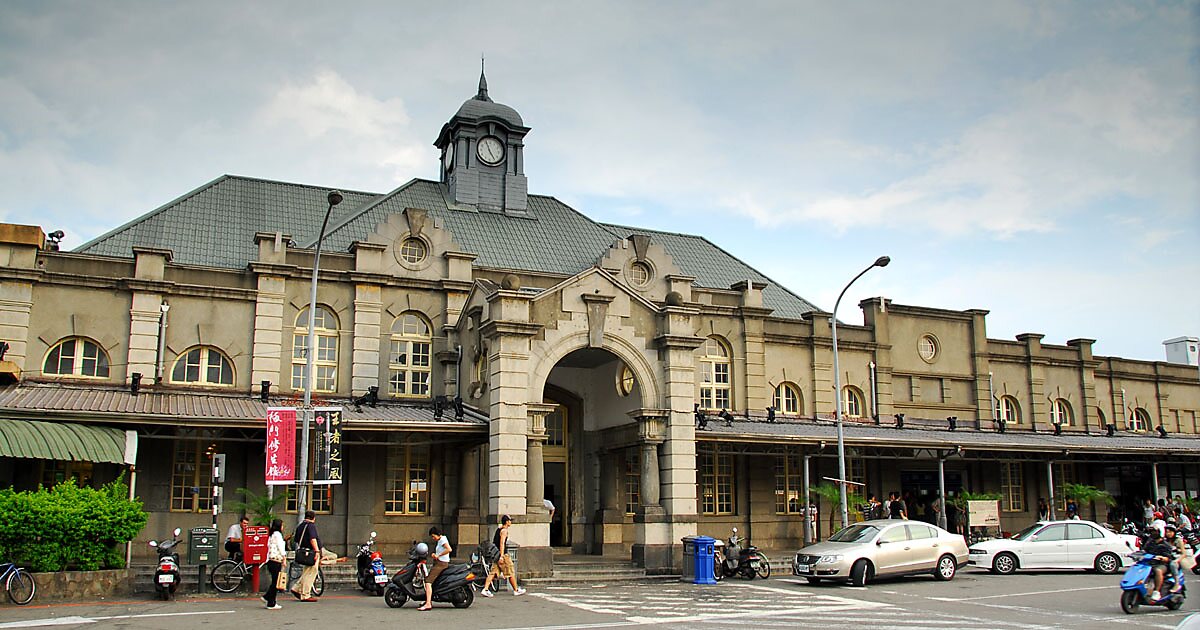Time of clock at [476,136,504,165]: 4:56
